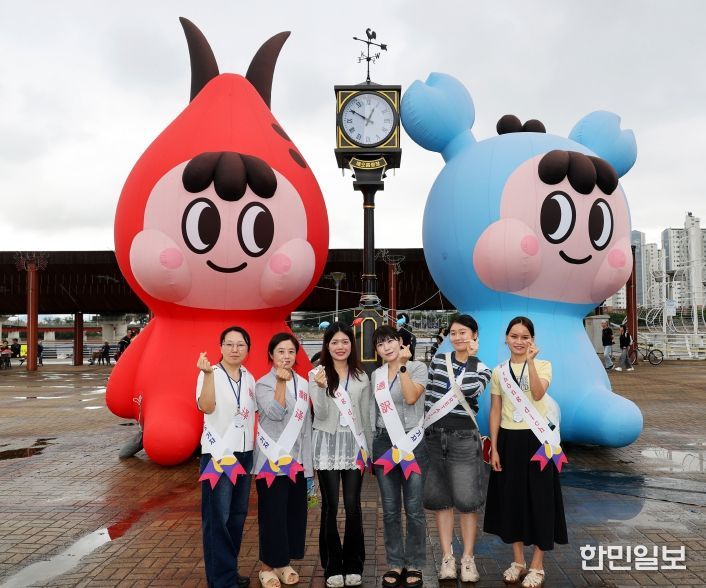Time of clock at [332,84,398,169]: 12:50
